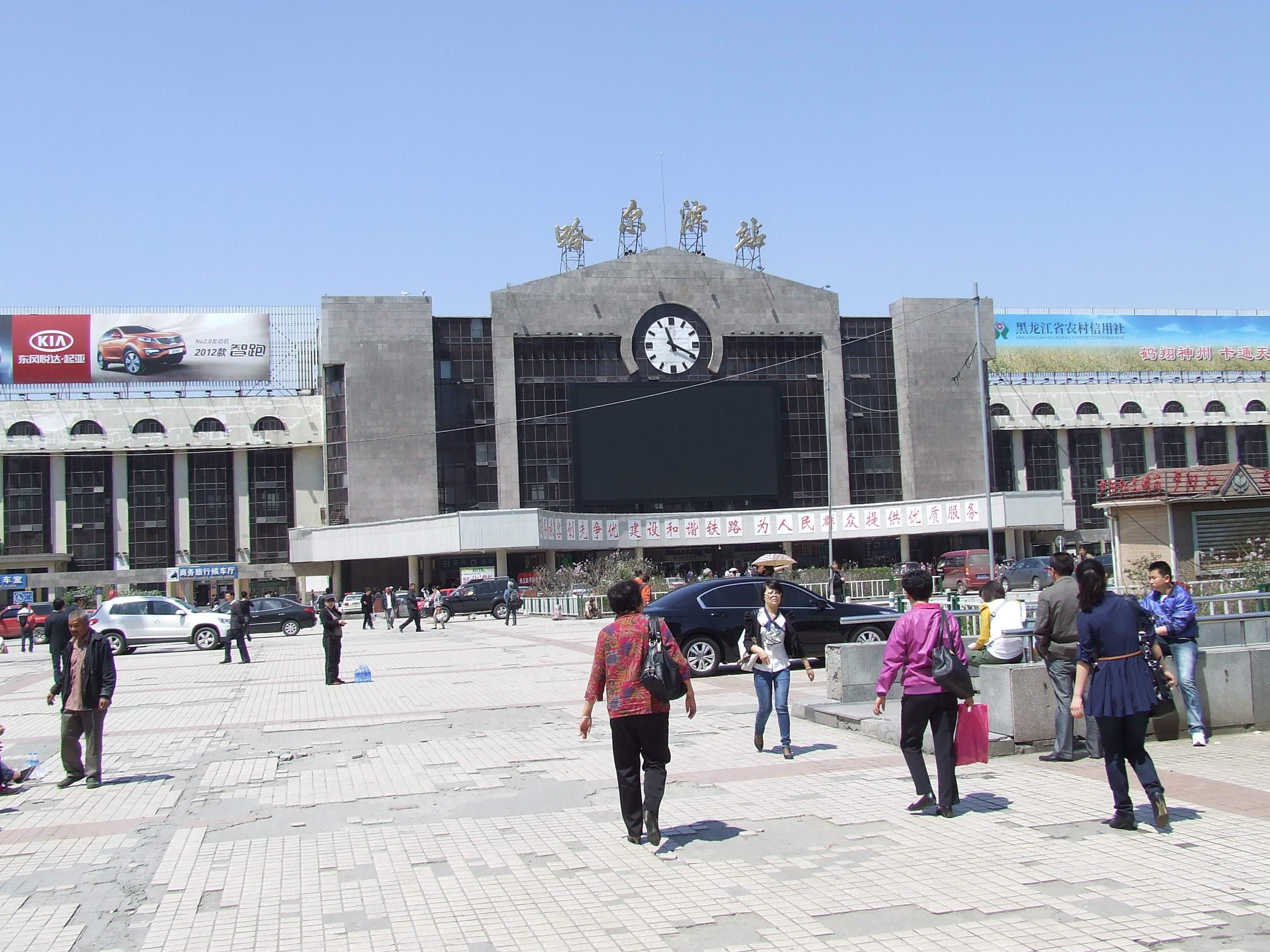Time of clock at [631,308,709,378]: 11:19
